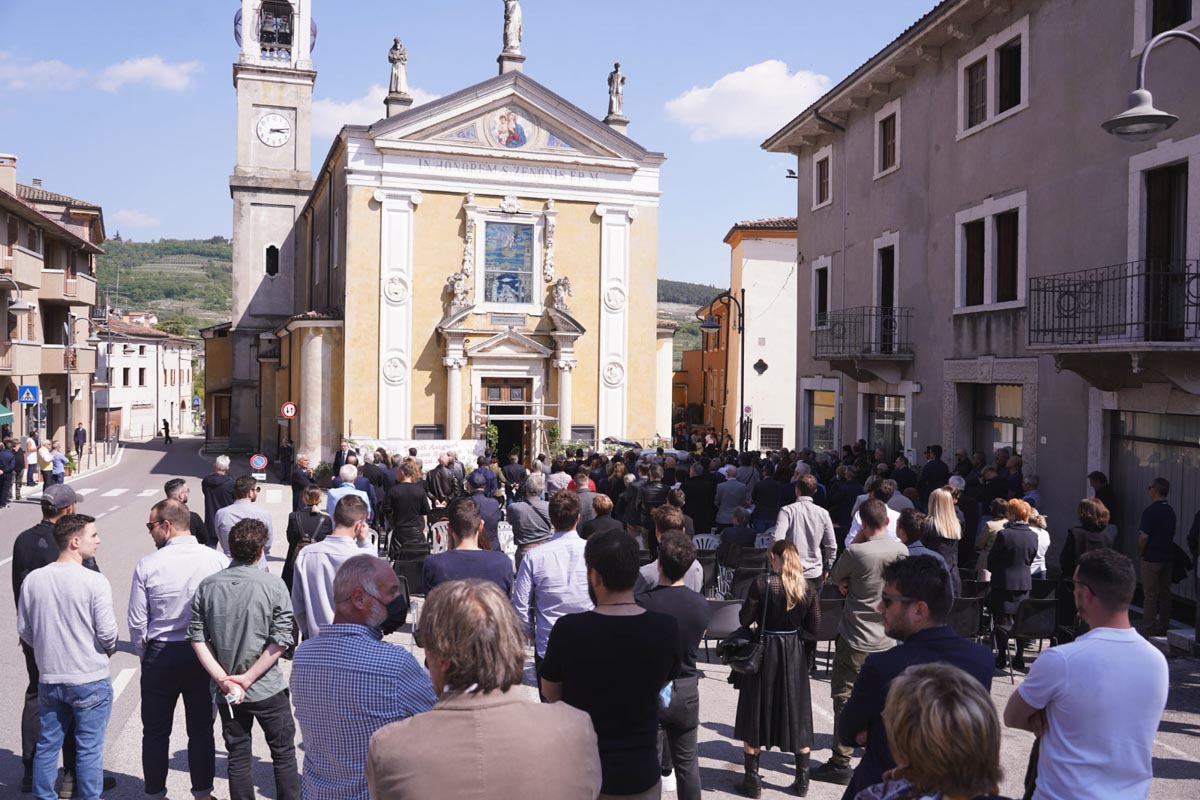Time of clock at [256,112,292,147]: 3:13
